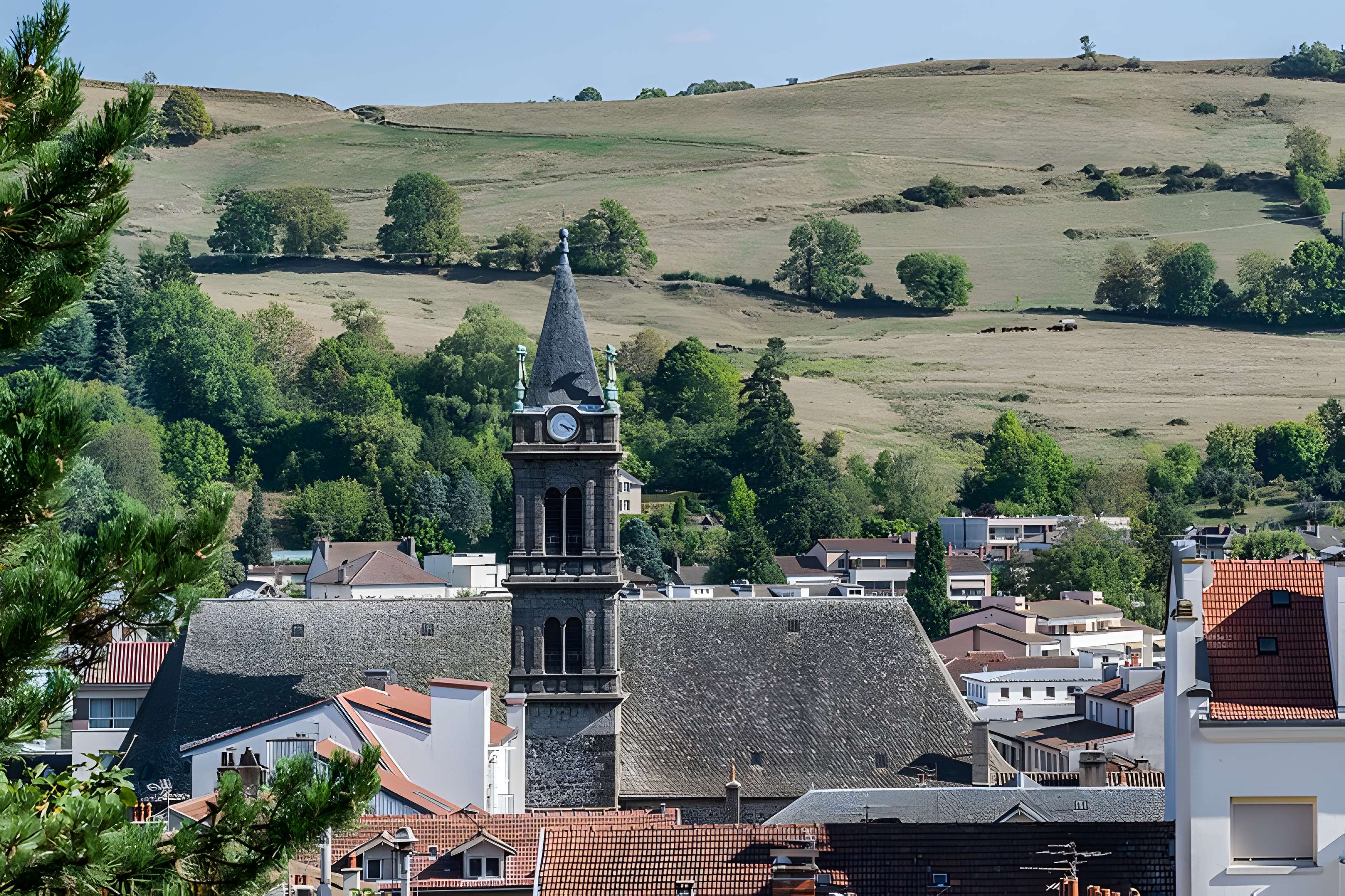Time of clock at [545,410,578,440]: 4:18
